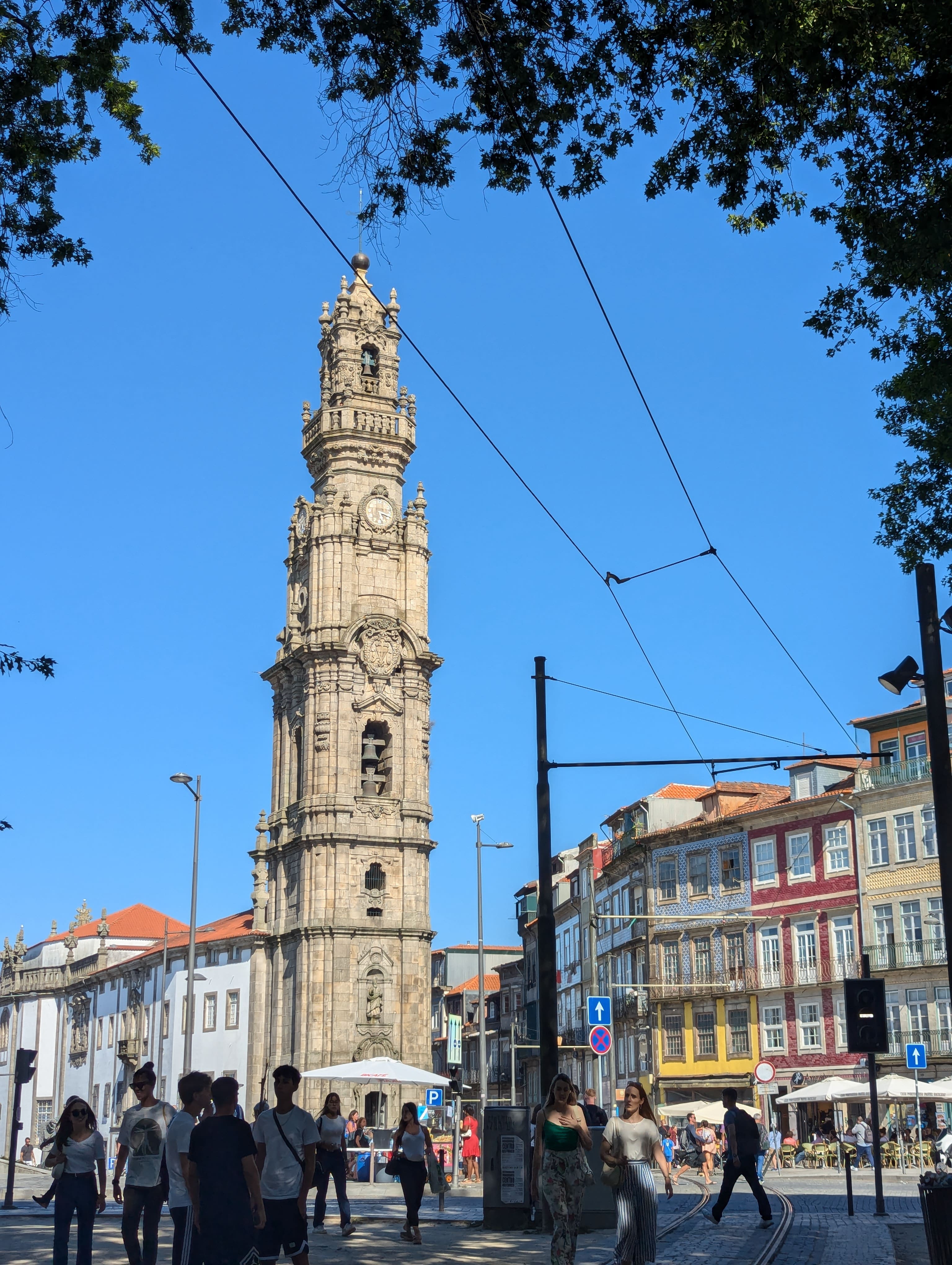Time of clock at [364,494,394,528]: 5:18
